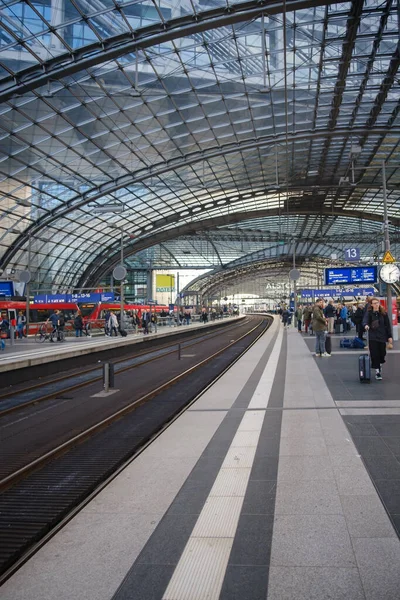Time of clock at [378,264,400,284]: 6:08
